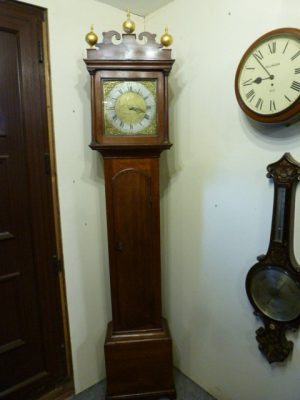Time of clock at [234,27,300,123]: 8:53
